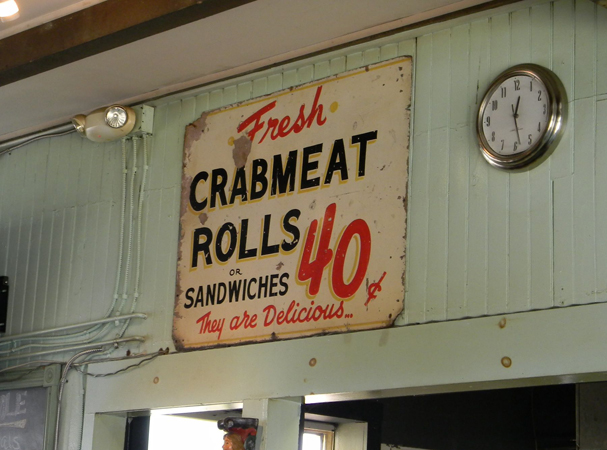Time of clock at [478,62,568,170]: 12:28
